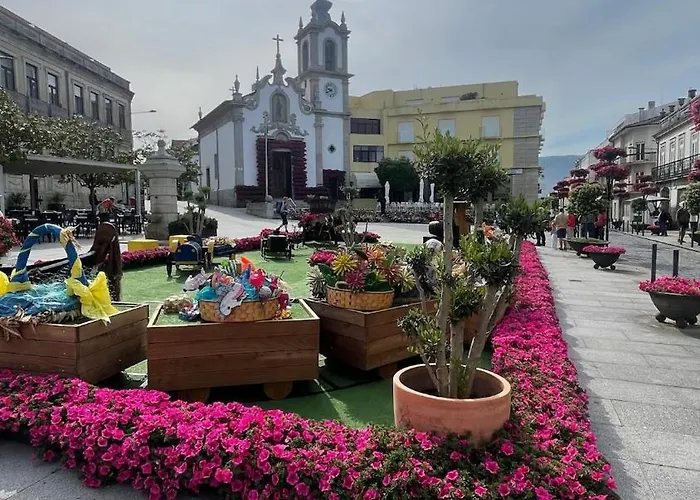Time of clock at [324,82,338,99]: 9:40
